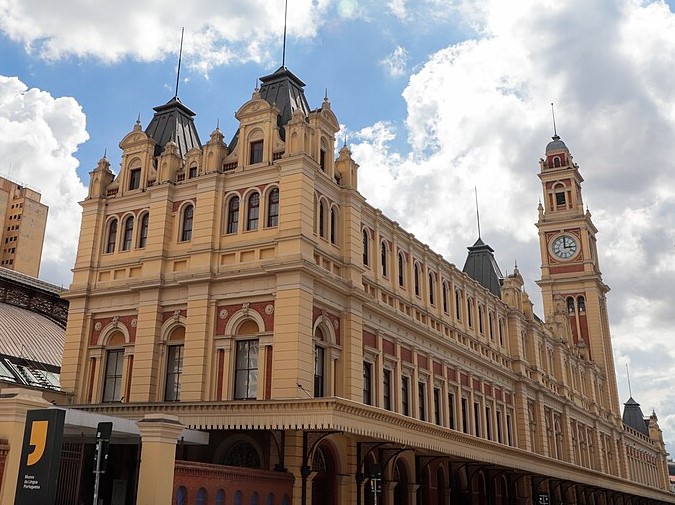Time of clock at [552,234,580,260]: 3:00
